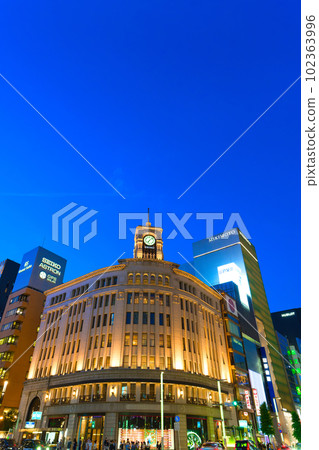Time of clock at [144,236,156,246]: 7:07
